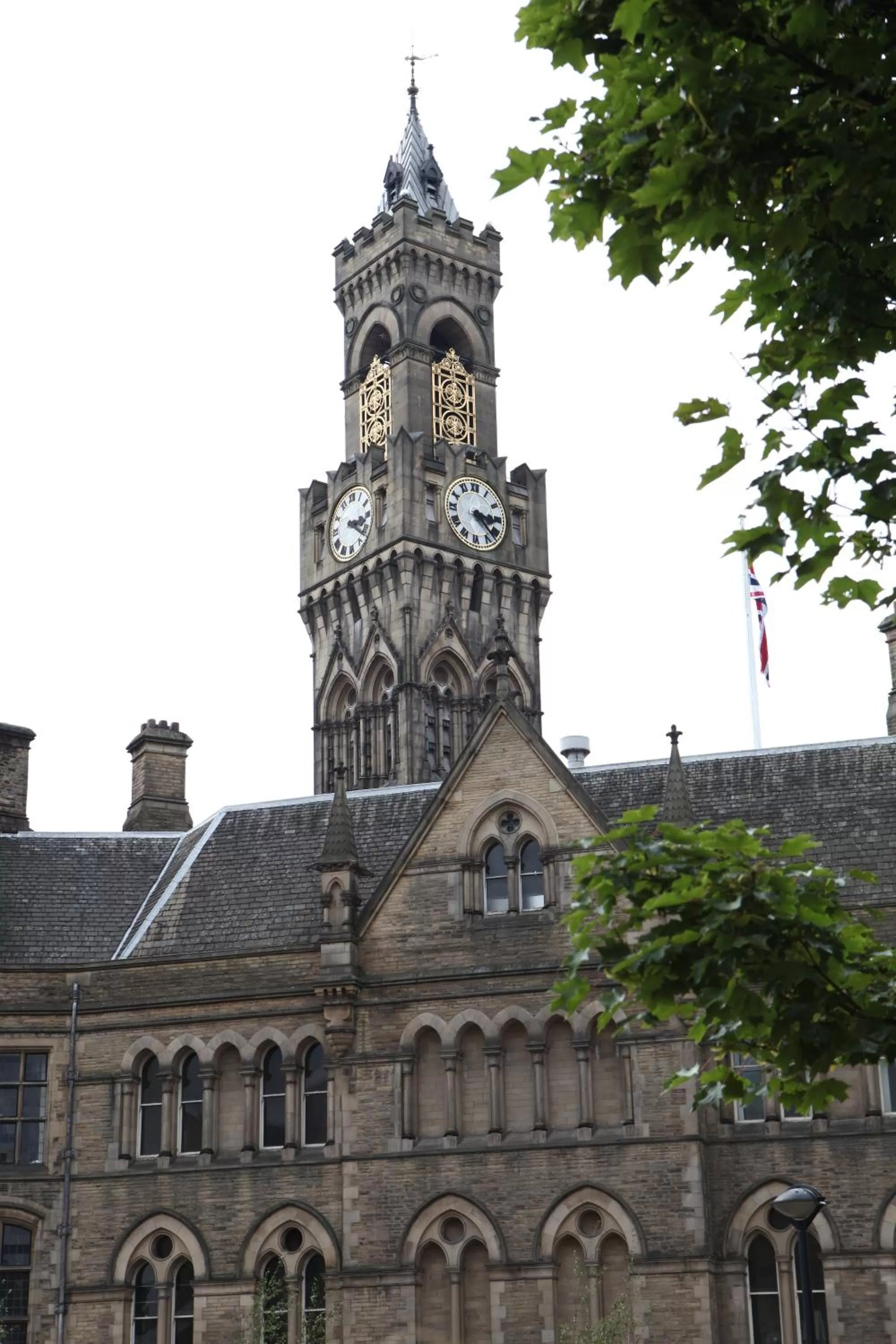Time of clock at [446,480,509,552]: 3:22
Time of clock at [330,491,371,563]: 3:21
